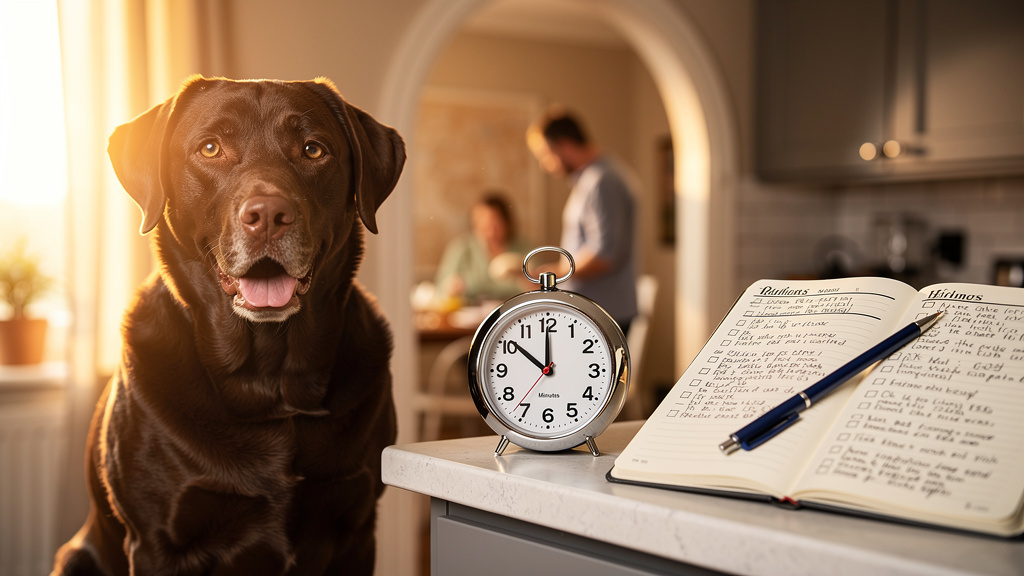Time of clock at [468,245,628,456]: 11:51
